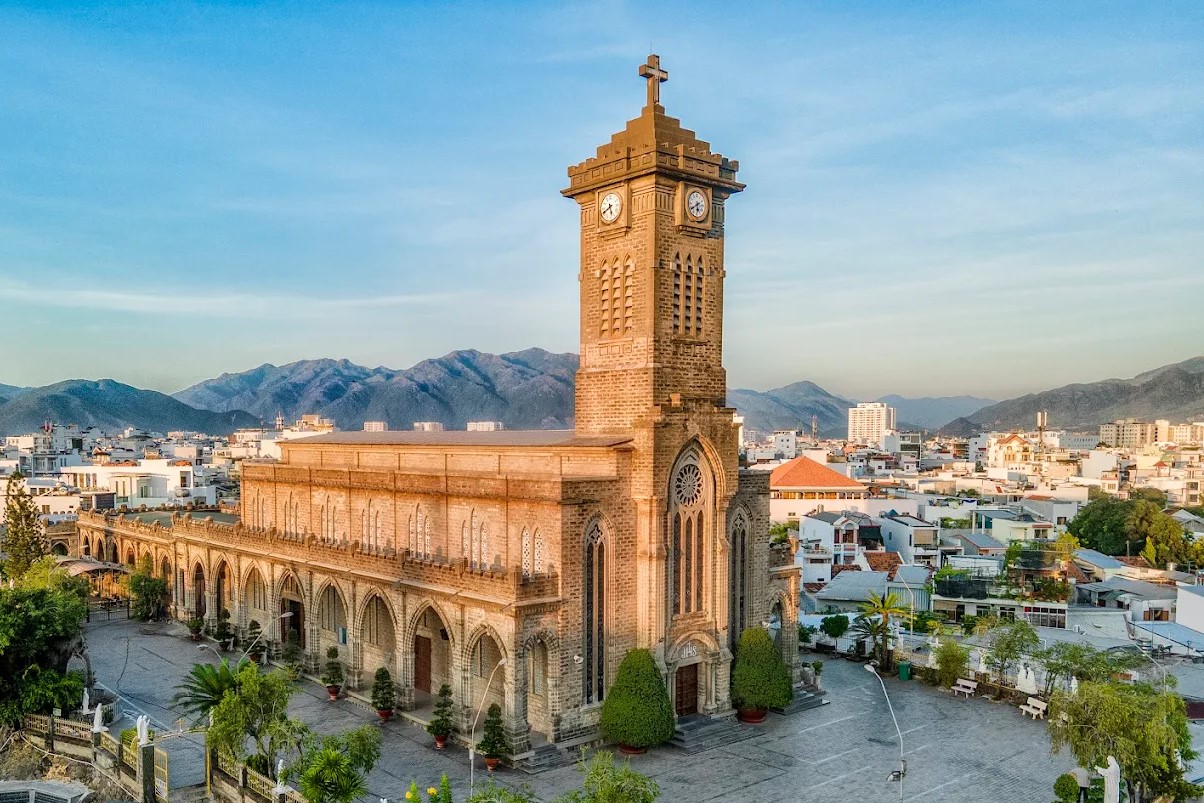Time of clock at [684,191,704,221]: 5:40
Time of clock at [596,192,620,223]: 5:40
